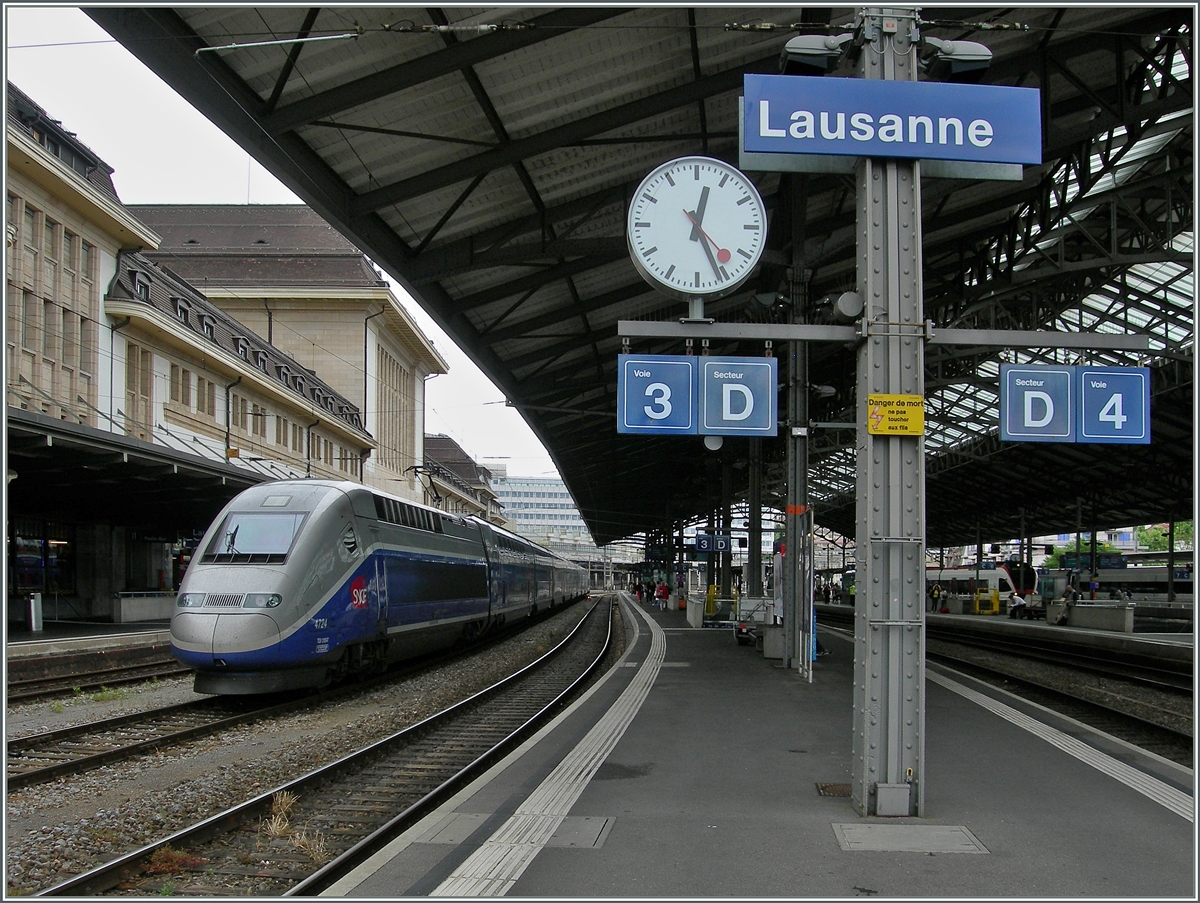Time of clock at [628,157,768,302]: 12:26
